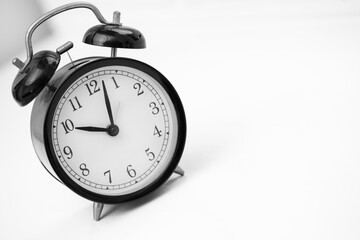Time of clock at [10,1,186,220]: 10:02
